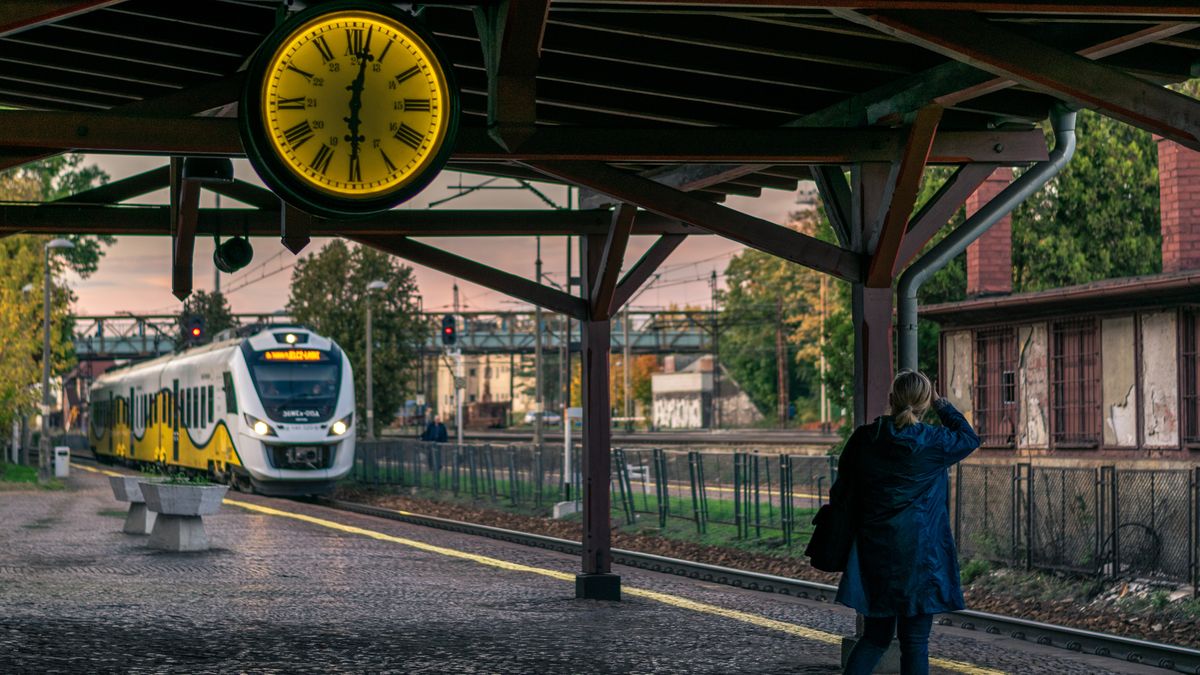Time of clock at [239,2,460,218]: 6:02
